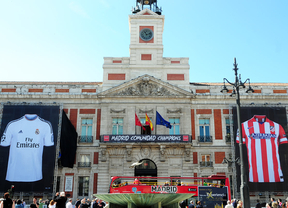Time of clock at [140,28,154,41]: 11:12
